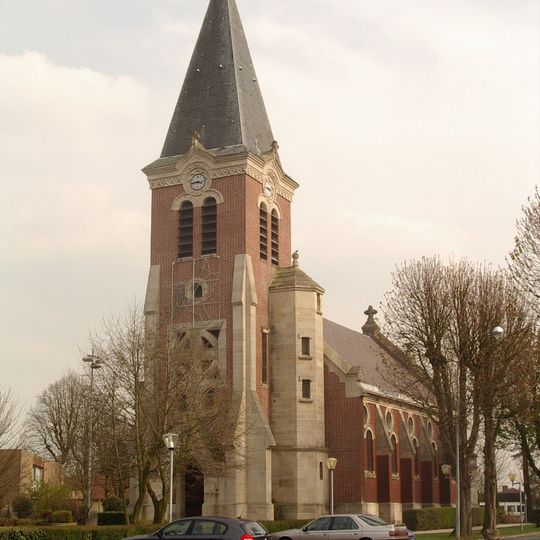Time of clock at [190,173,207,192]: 3:43
